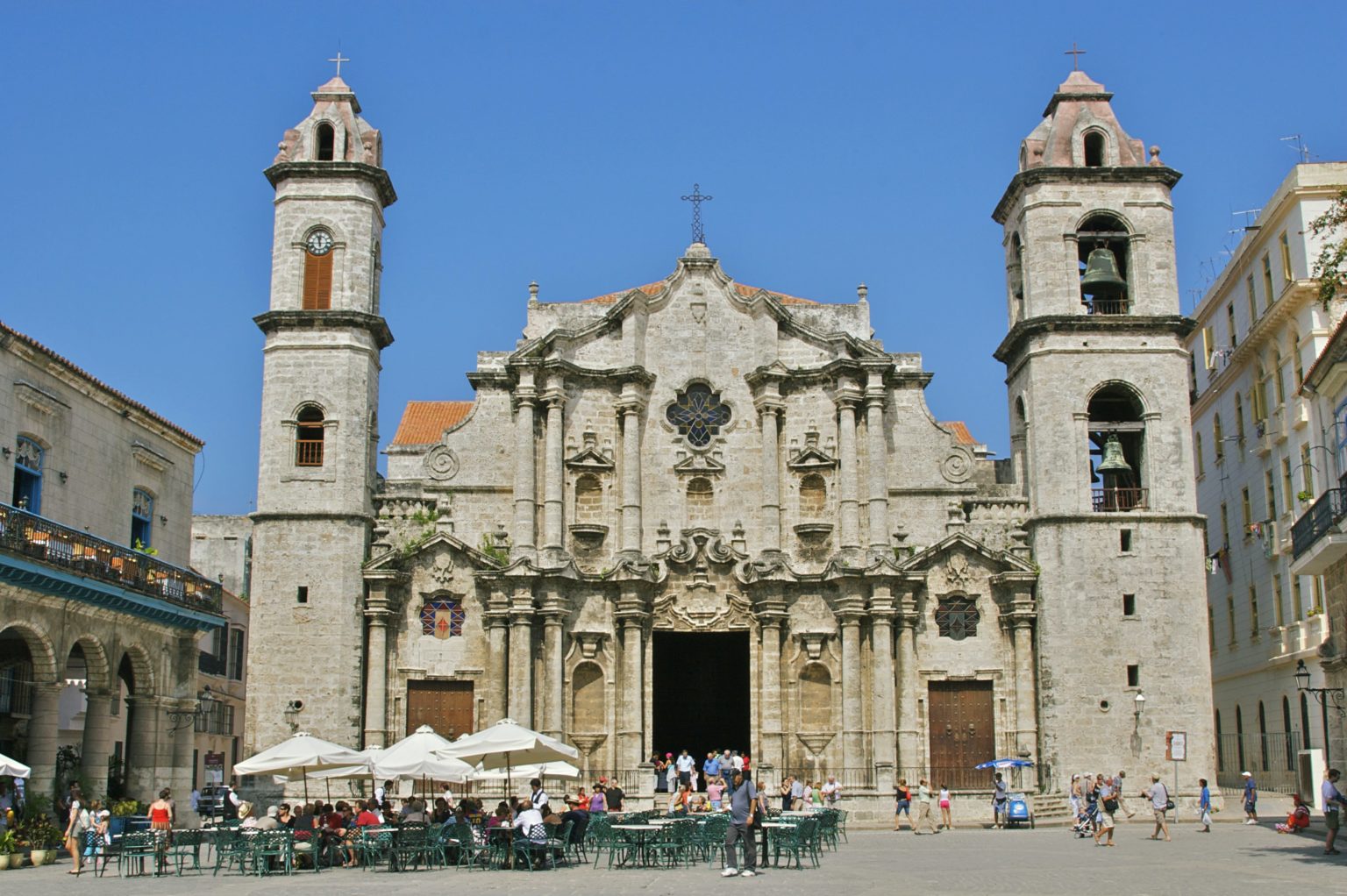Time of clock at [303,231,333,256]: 11:57
